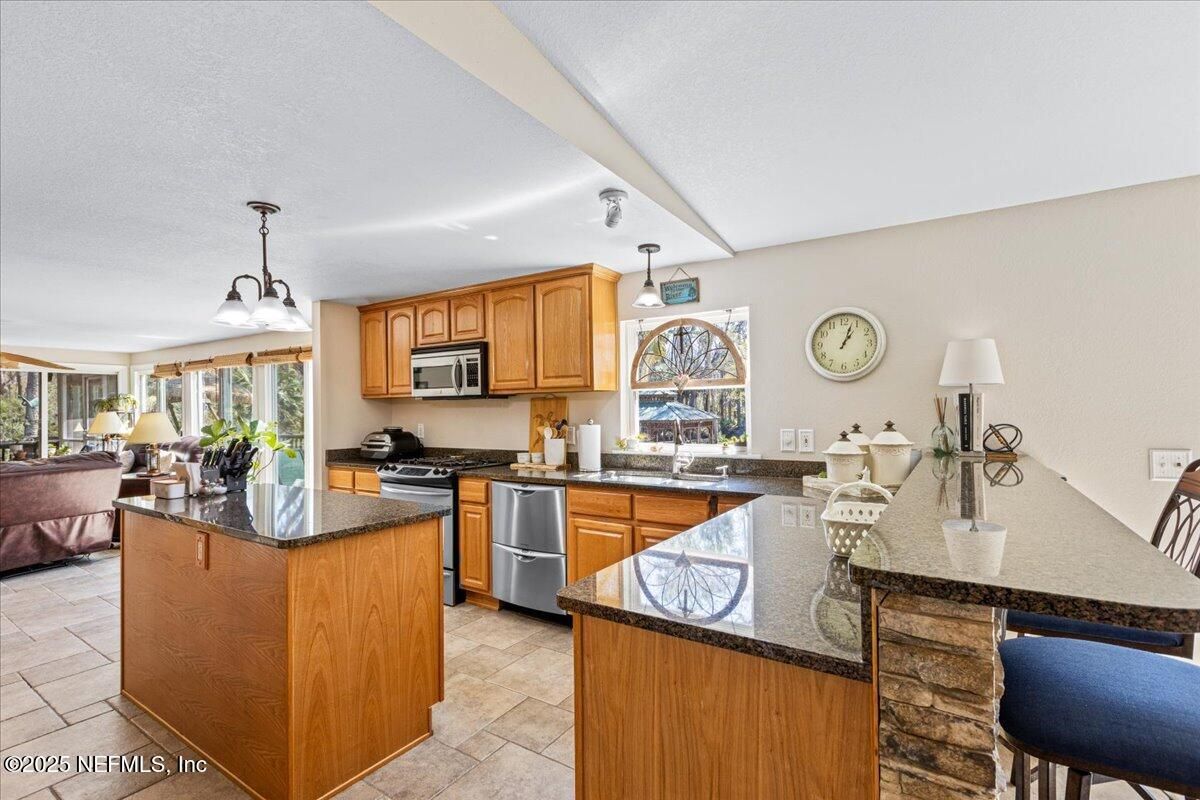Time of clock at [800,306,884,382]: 1:03
